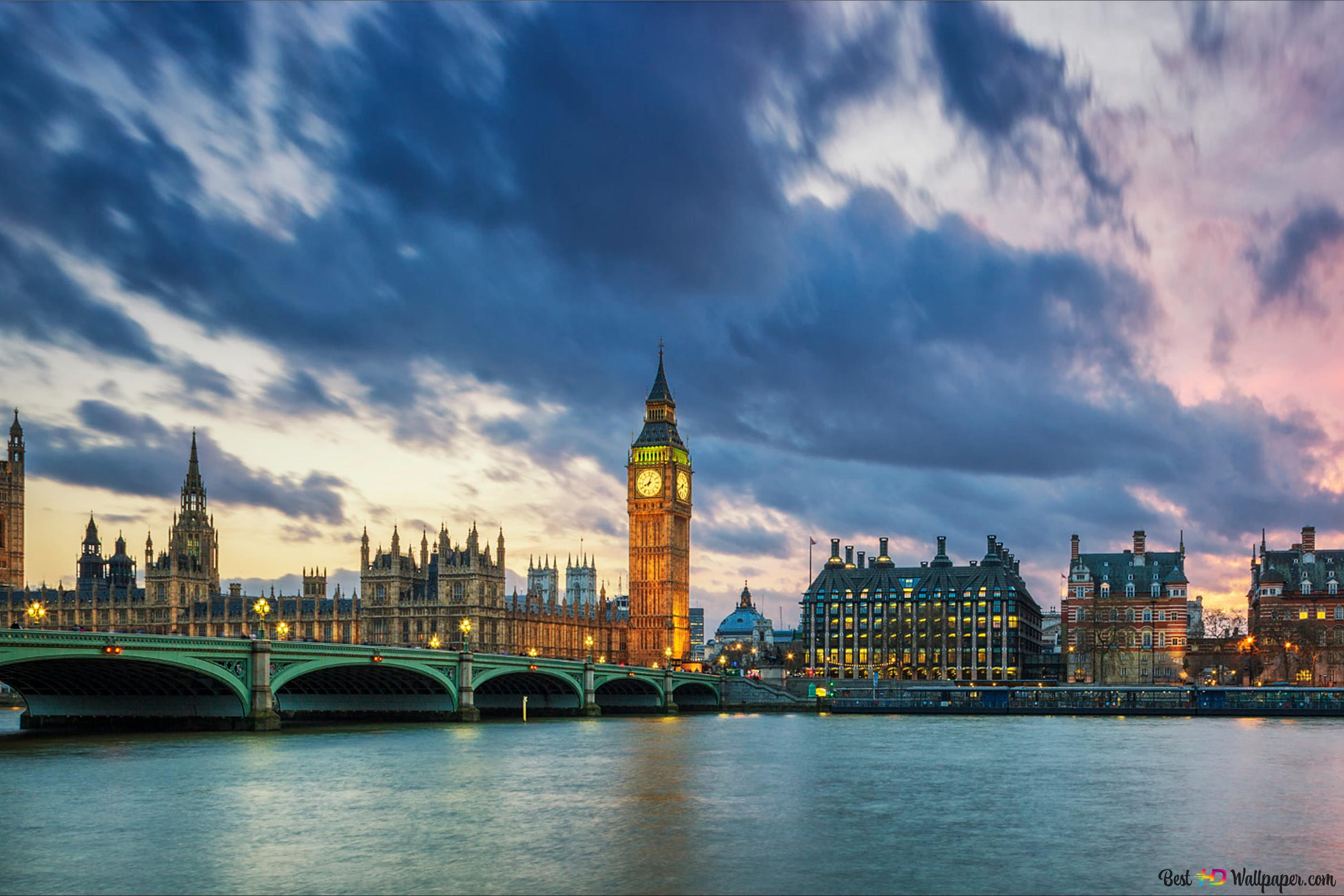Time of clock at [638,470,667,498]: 8:03
